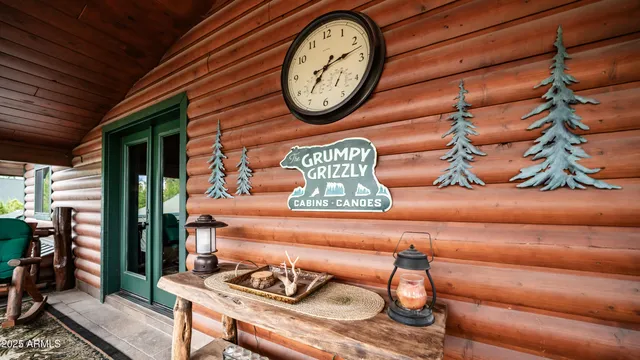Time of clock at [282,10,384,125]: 7:12
